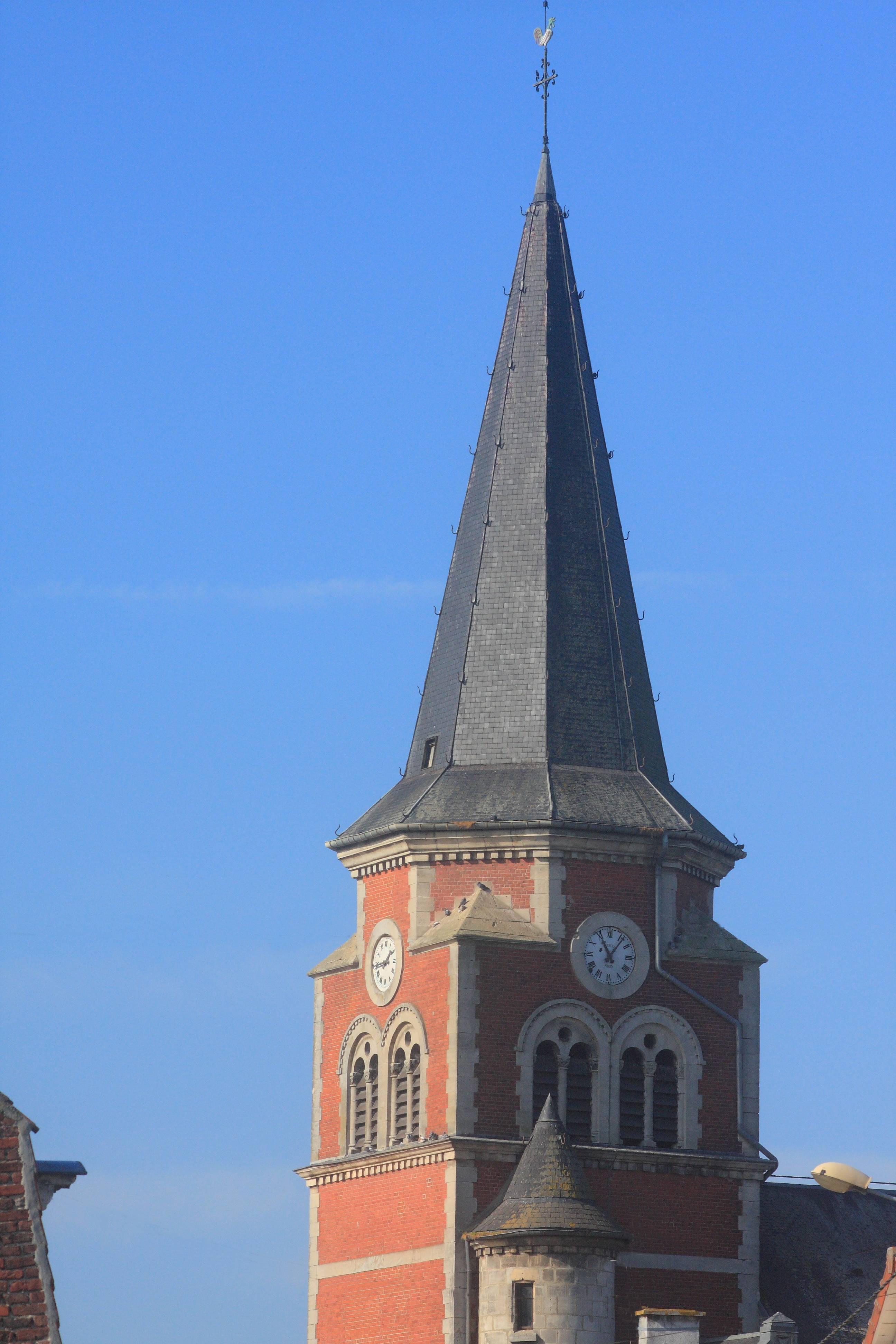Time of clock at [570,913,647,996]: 11:06
